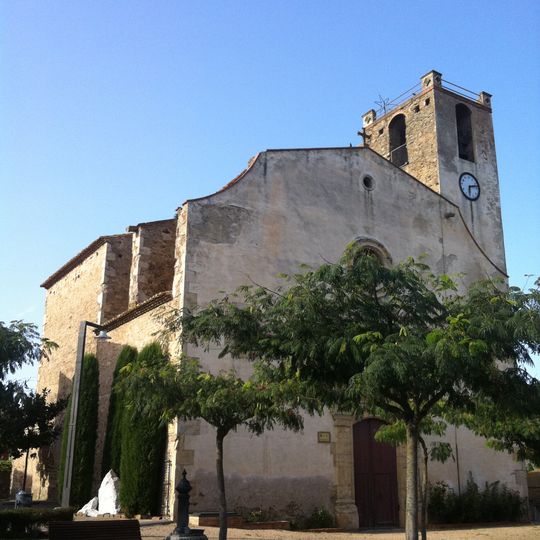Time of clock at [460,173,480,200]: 6:12
